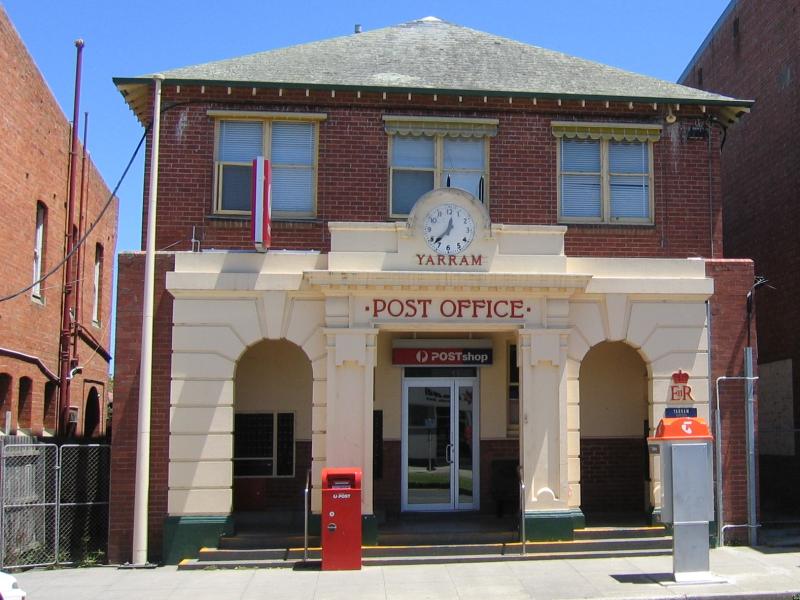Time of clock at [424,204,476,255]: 12:37
